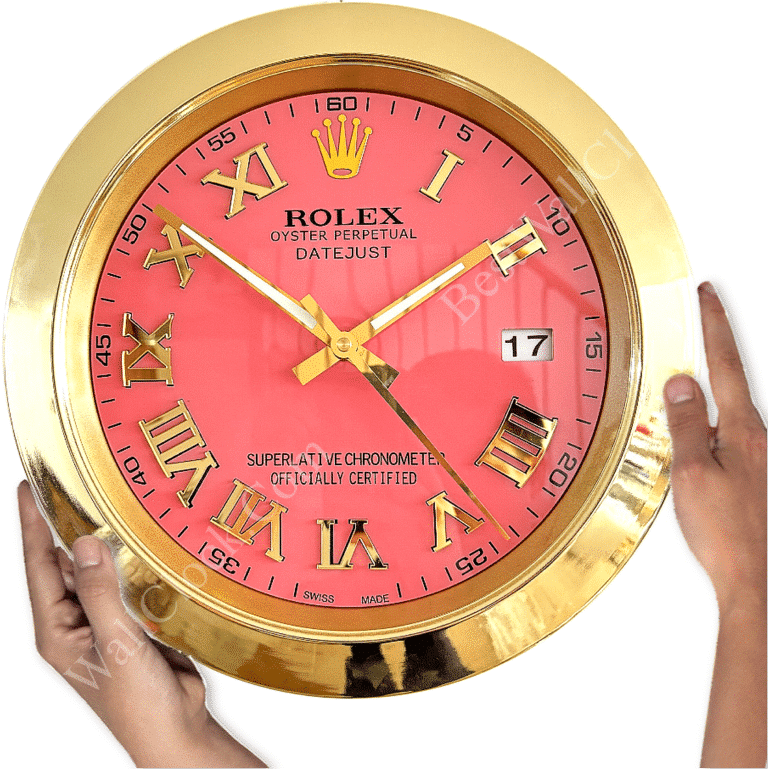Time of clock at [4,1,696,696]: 1:51
